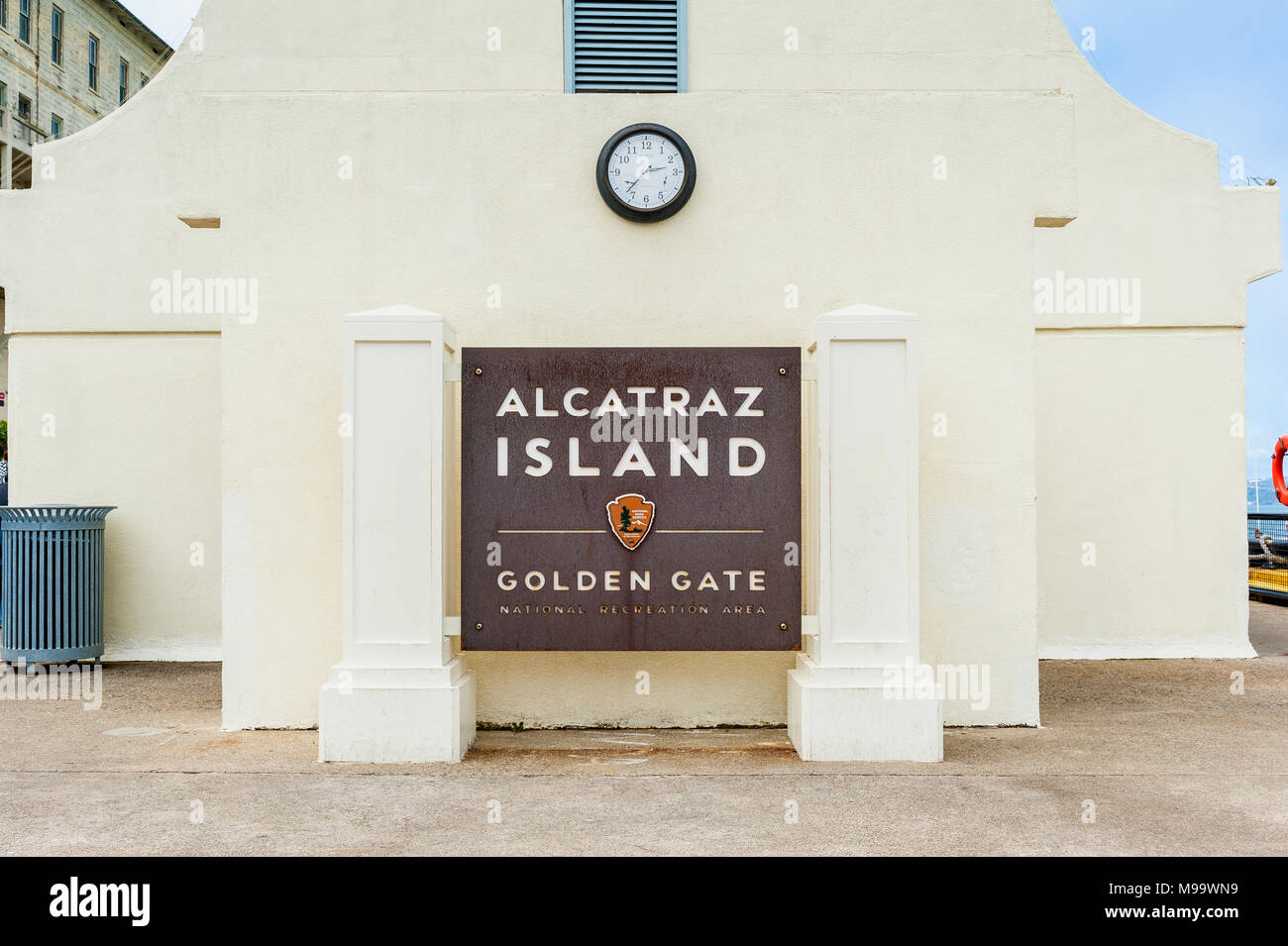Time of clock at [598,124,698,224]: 2:37
